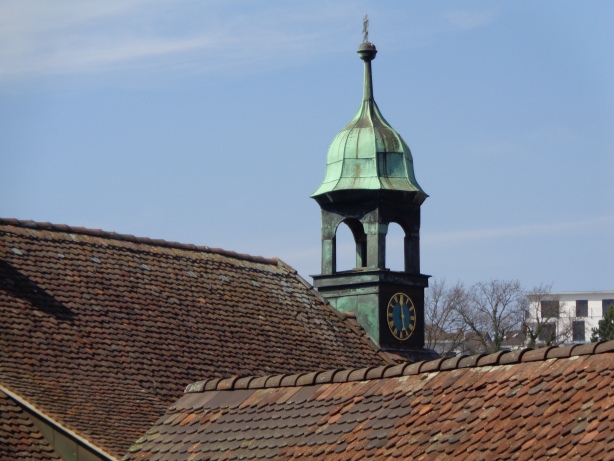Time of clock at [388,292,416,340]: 5:59
